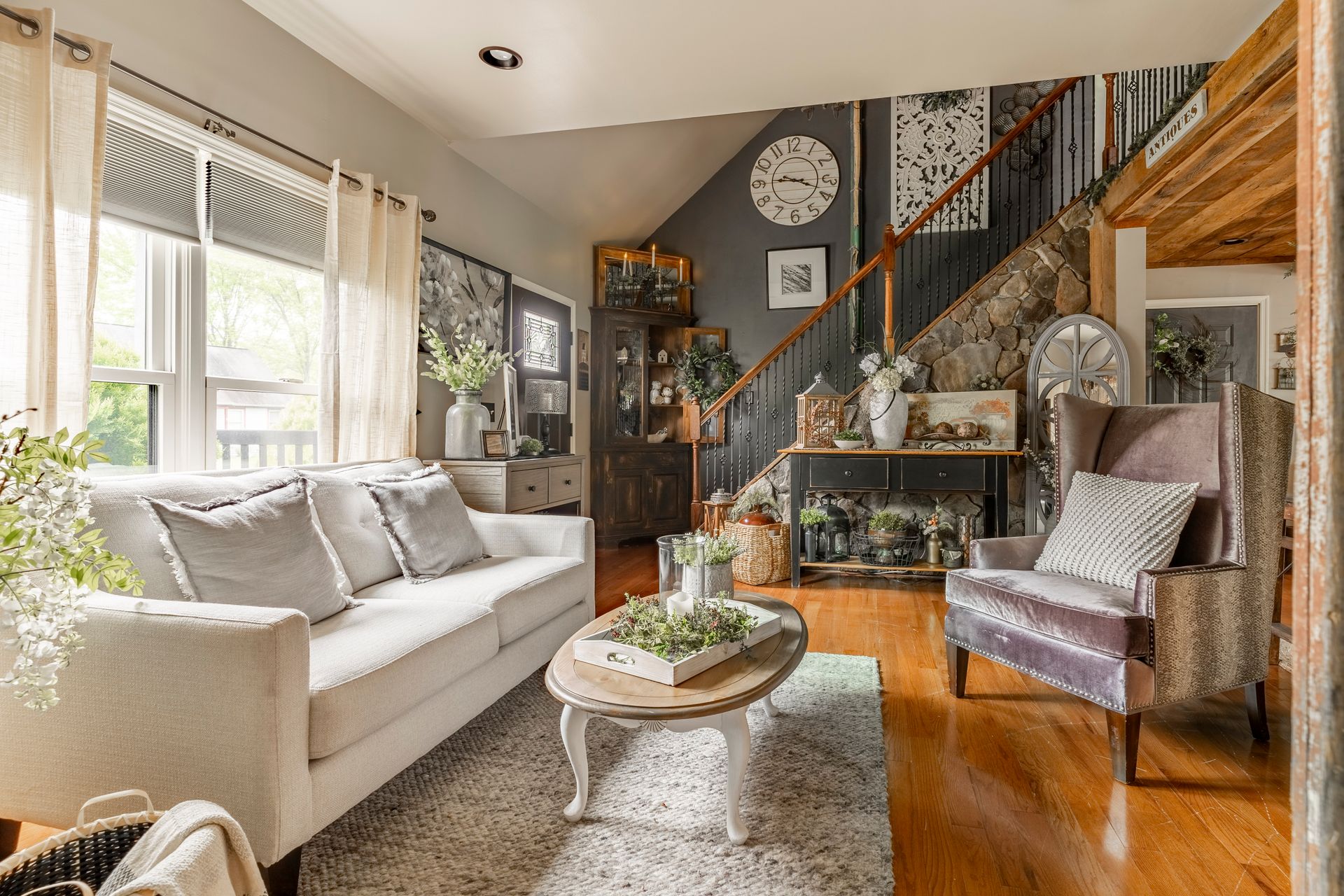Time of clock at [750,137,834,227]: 9:18
